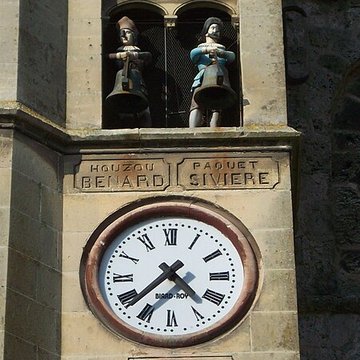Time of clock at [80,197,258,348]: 4:37
